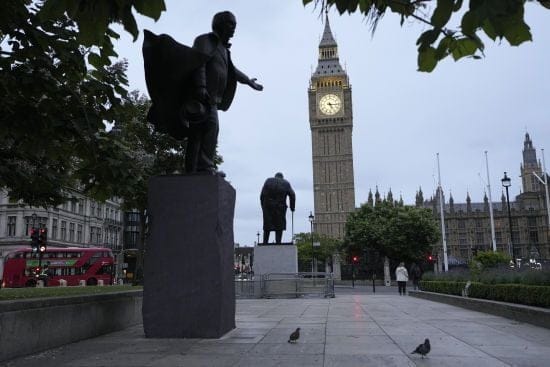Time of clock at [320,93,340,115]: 5:15
